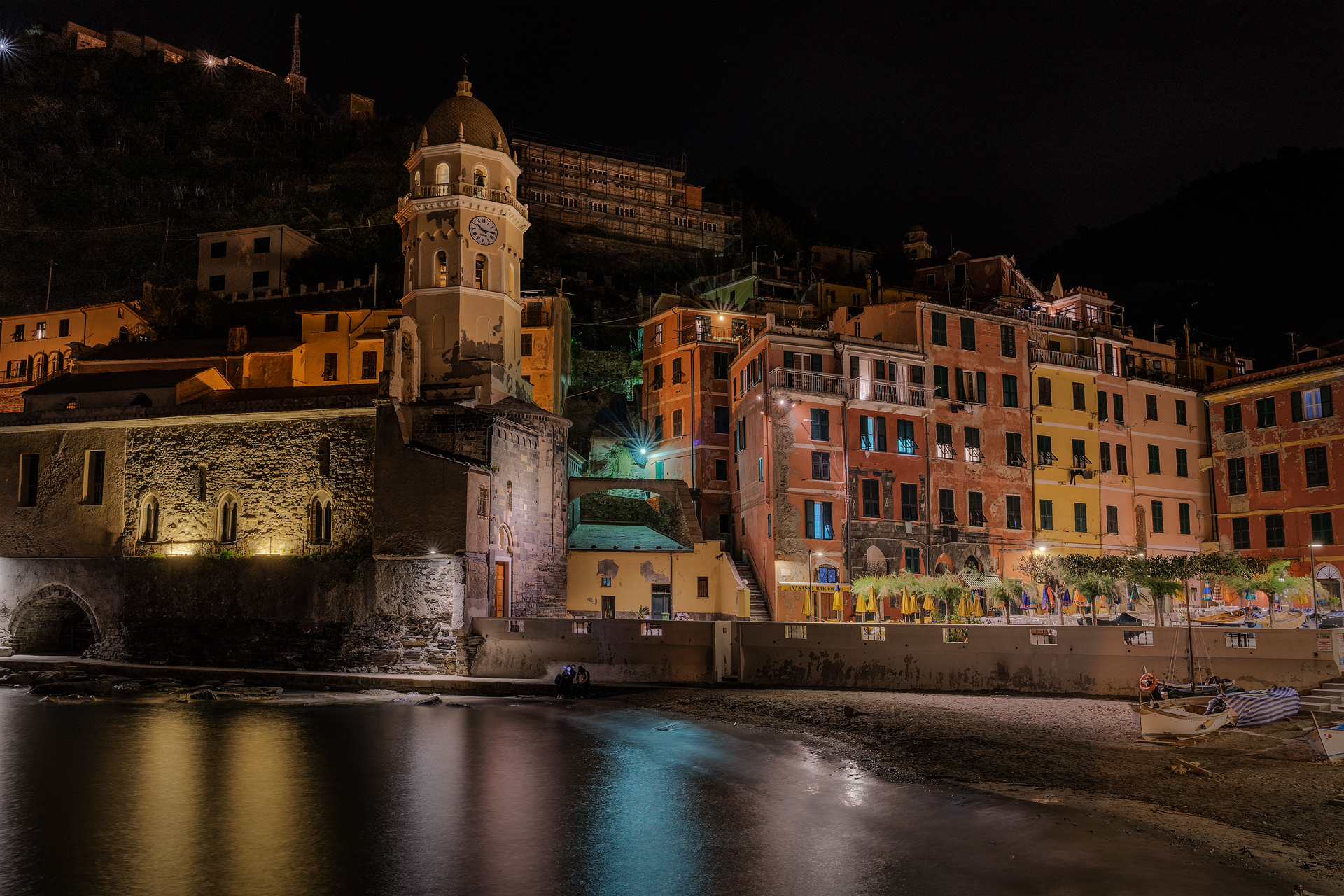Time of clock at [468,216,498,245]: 10:15
